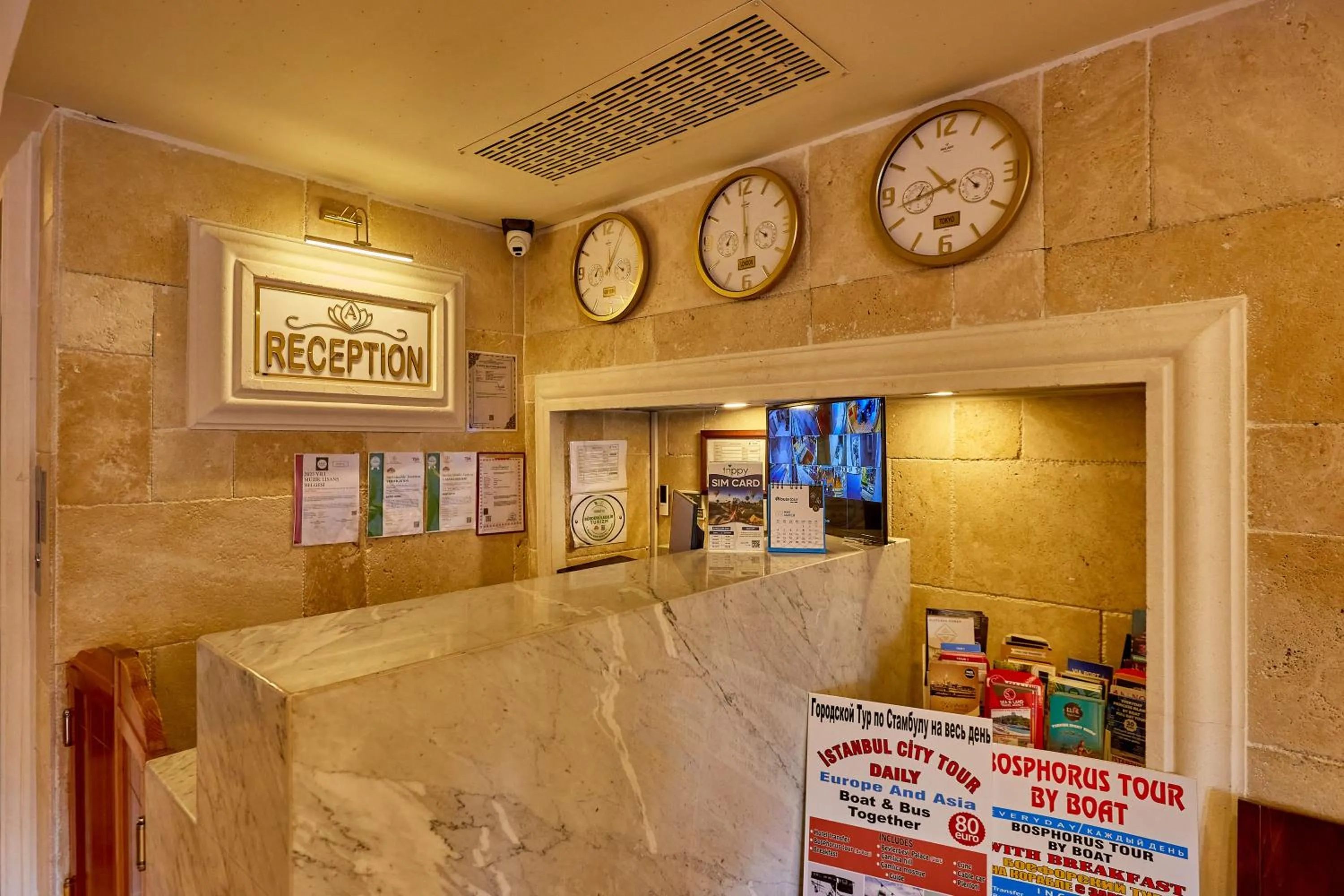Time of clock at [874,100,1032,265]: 10:42
